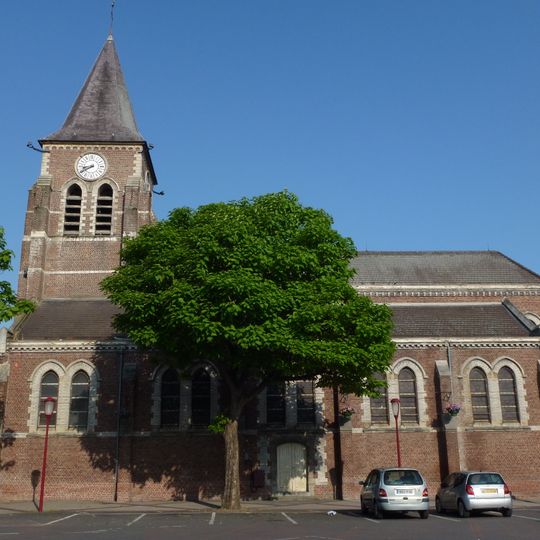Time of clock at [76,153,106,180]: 8:40
